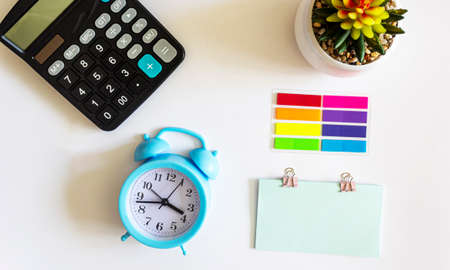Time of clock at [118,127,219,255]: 3:42
